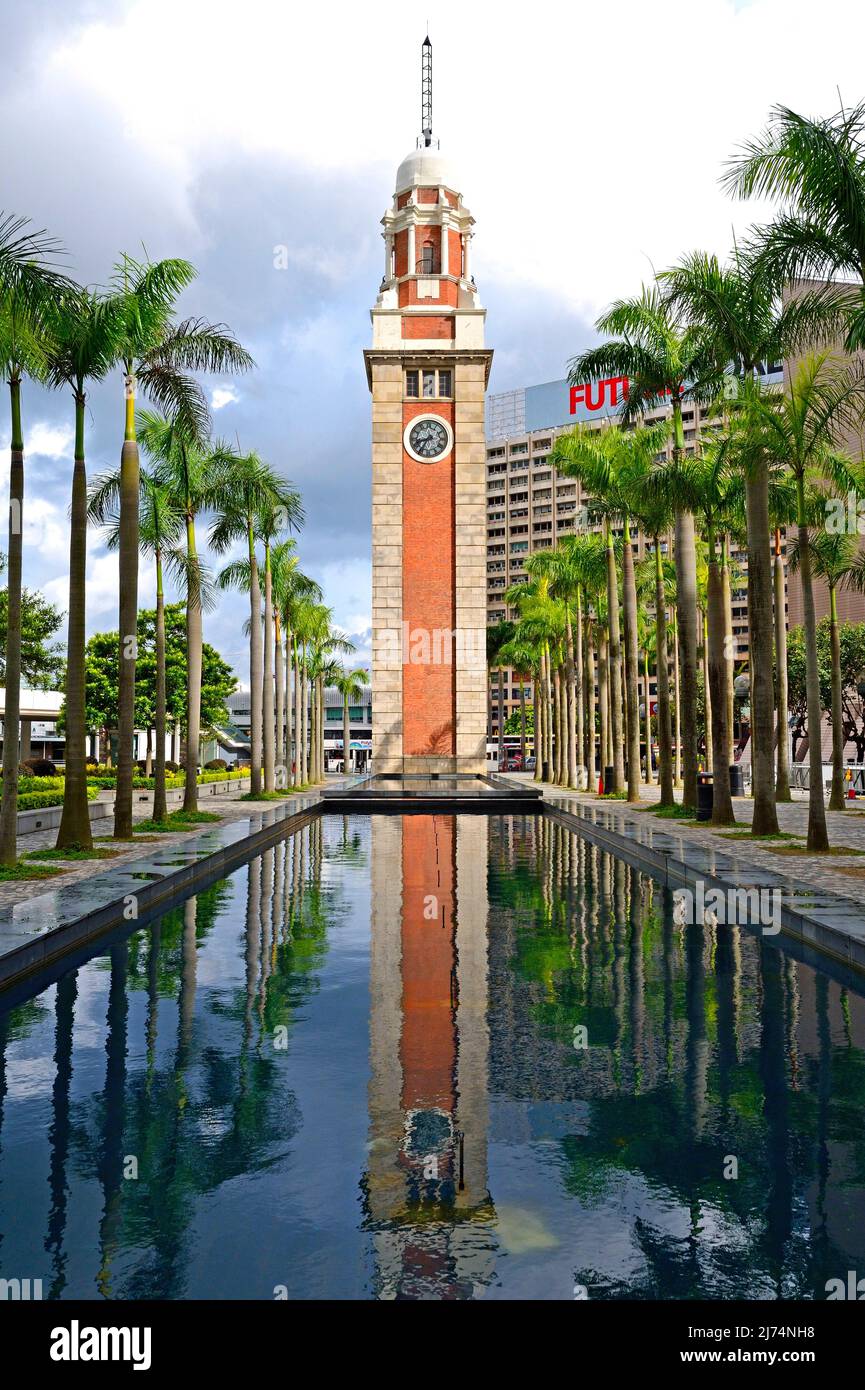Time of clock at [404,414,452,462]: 8:35
